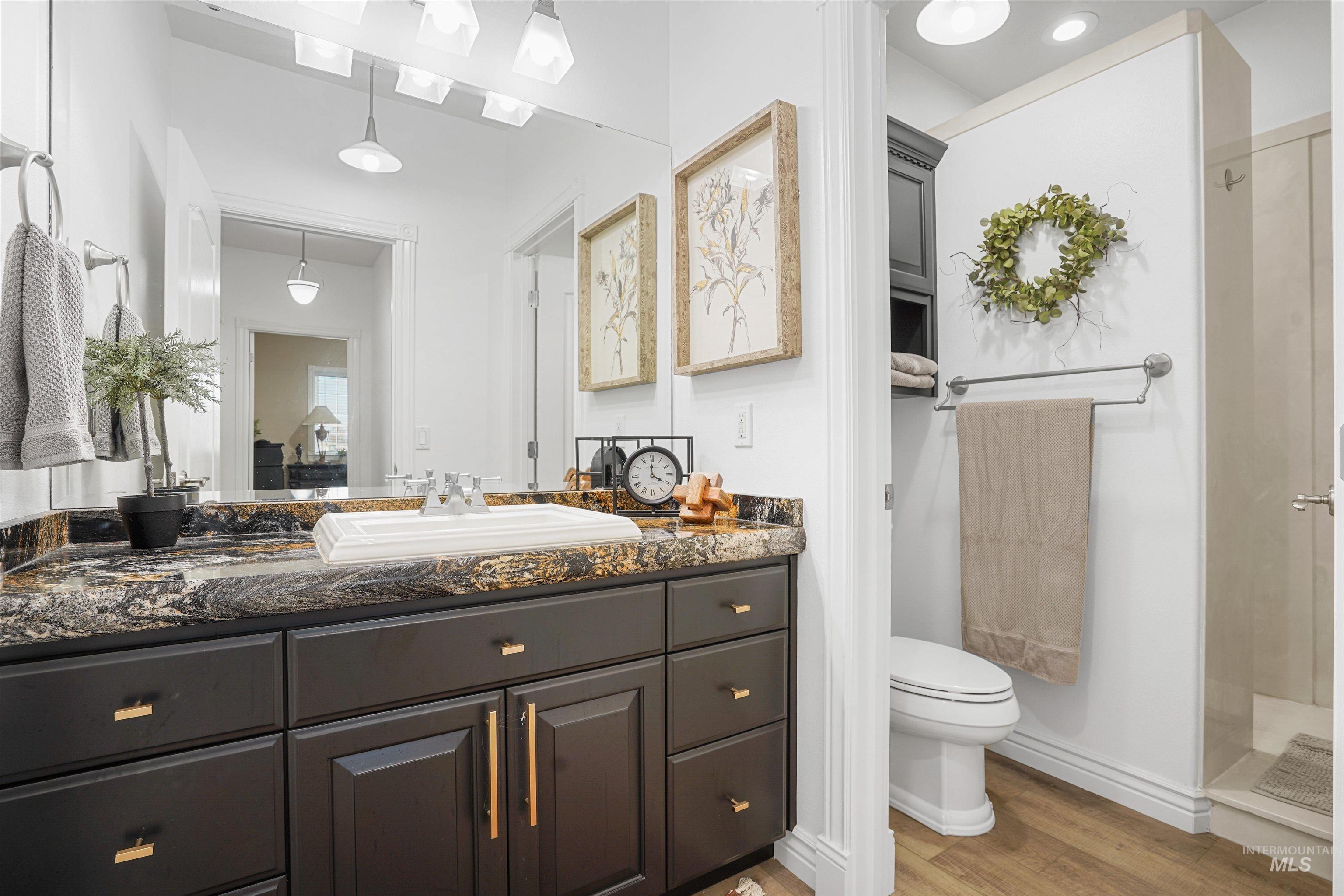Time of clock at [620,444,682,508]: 3:59
